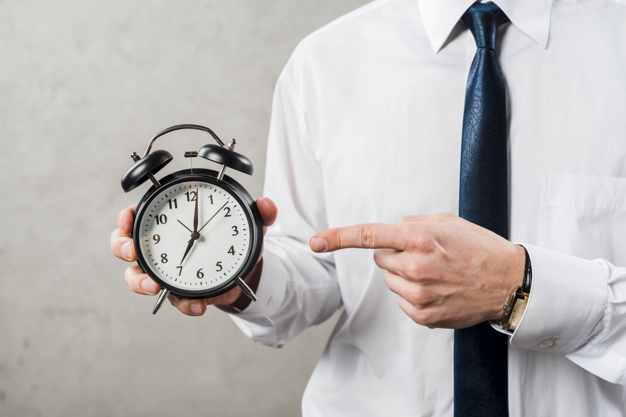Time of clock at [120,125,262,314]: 7:01
